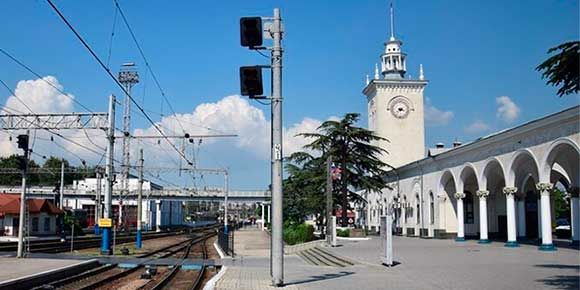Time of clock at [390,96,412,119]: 3:37
